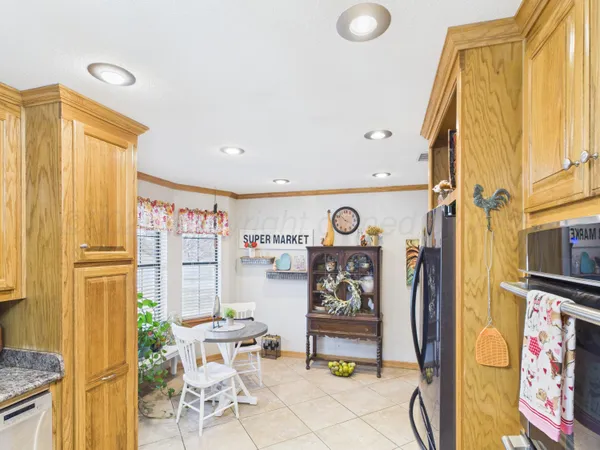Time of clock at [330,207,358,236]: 3:52
